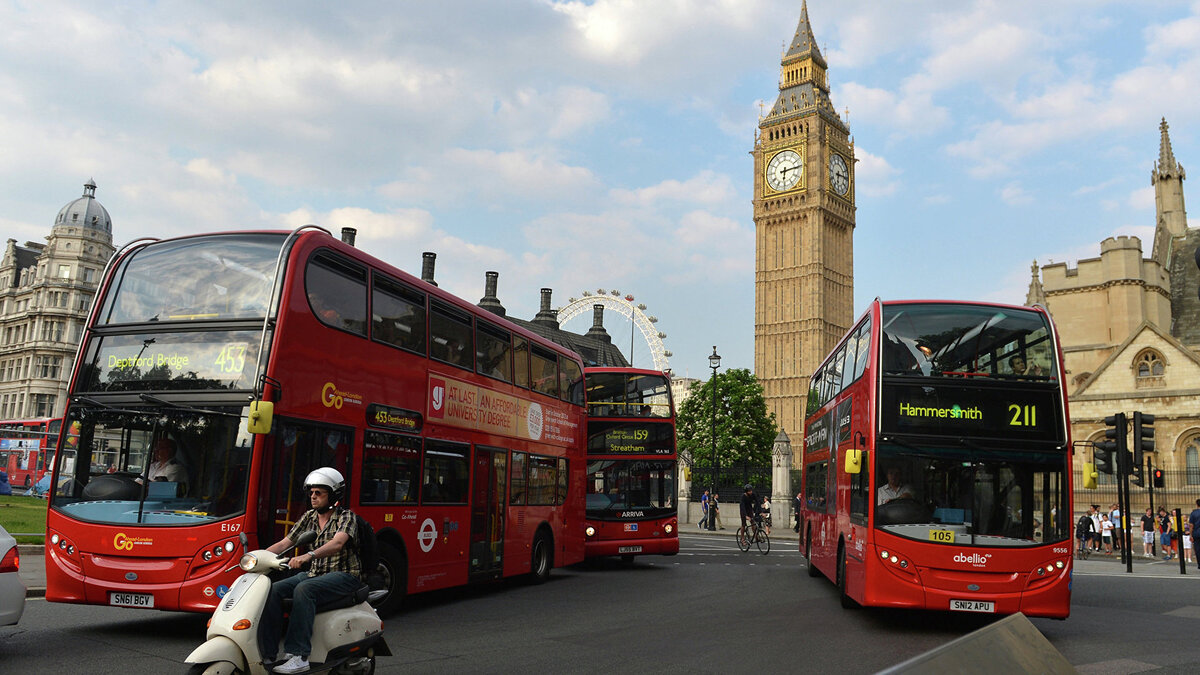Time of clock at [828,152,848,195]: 6:14
